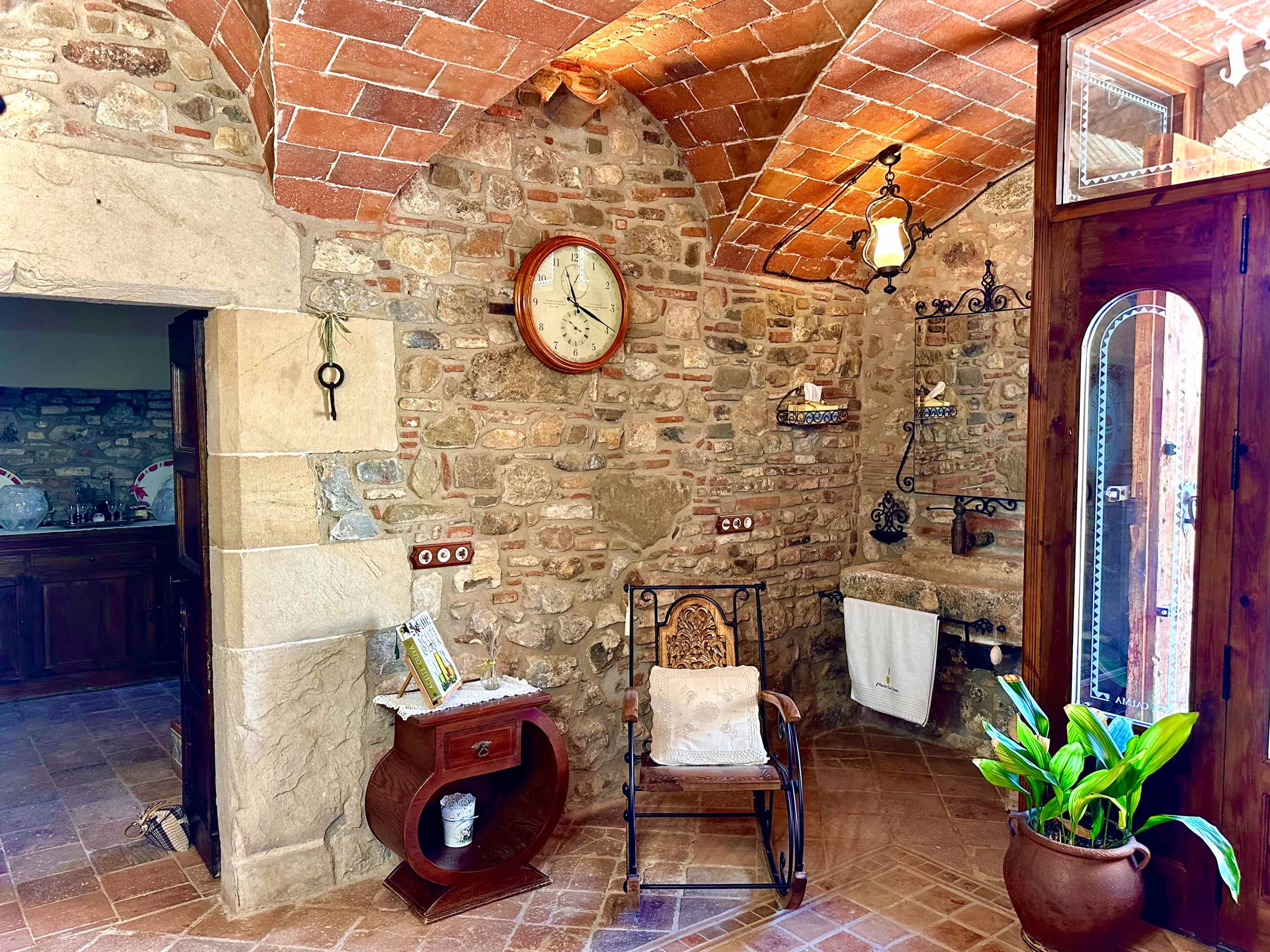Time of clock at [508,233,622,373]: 11:19
